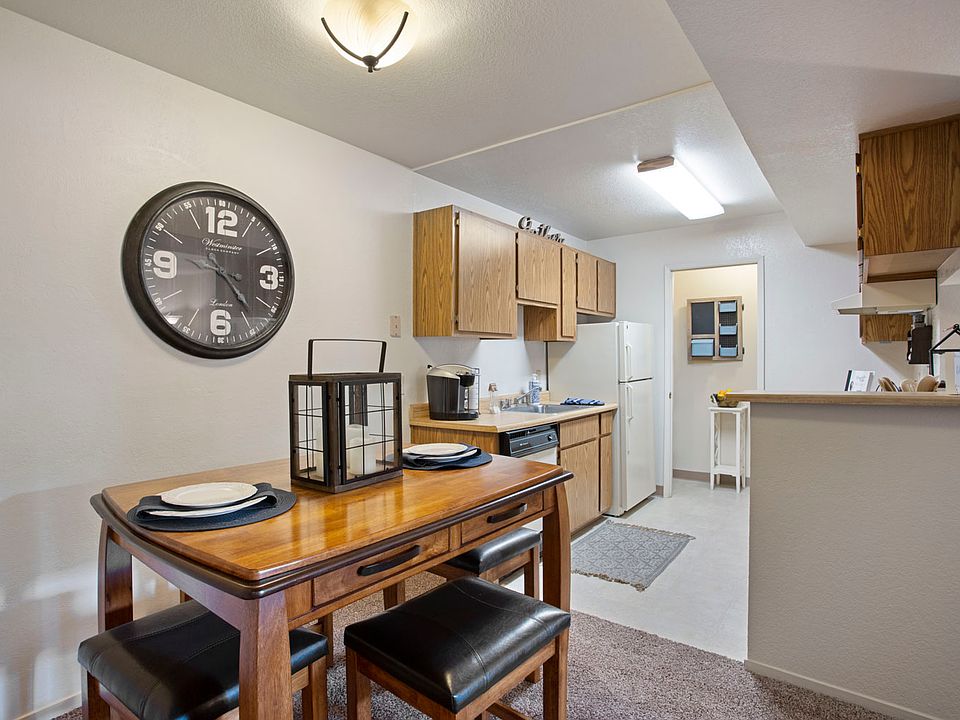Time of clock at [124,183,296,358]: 4:23
